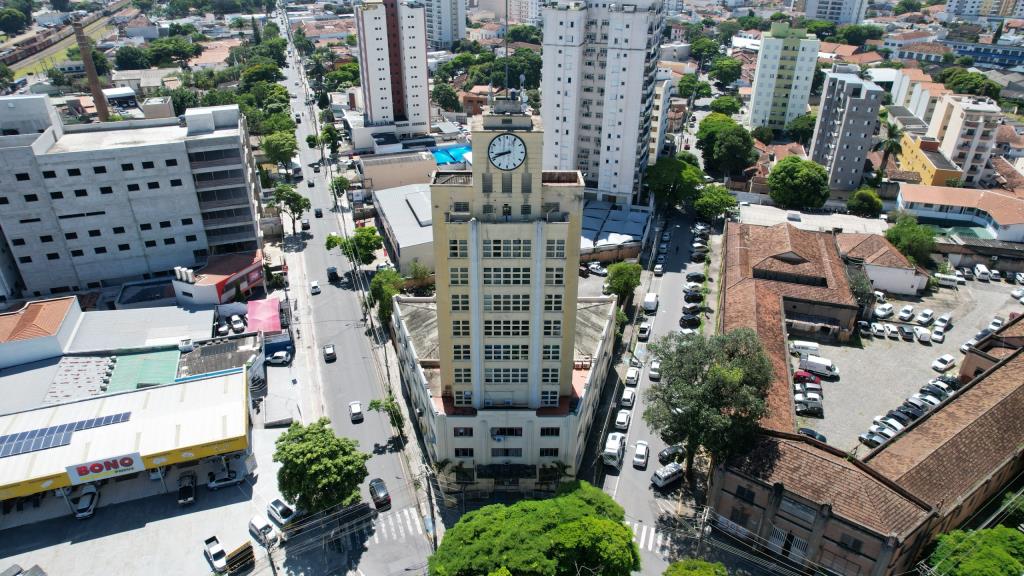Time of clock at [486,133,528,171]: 8:41
